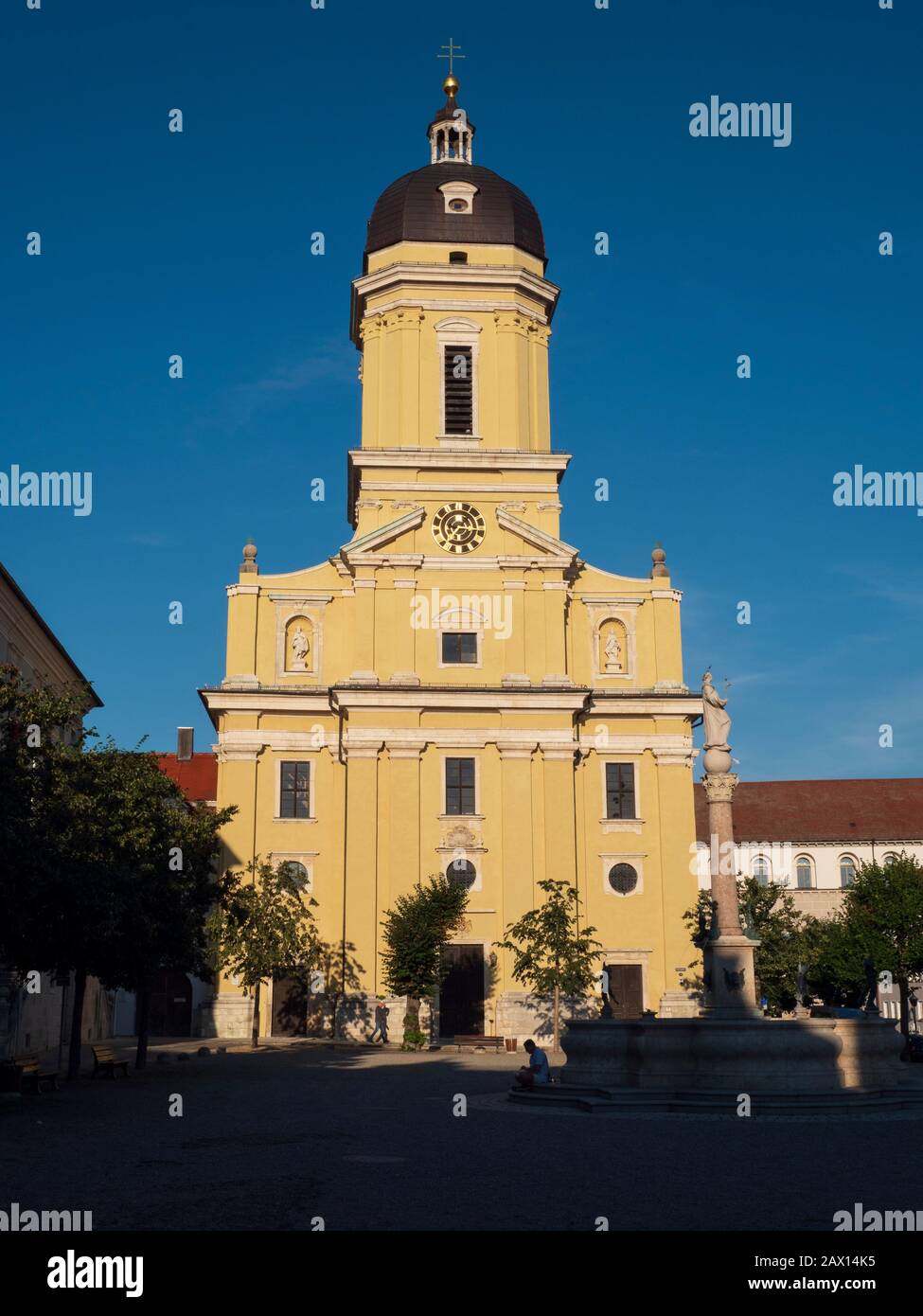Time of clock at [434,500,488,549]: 7:15
